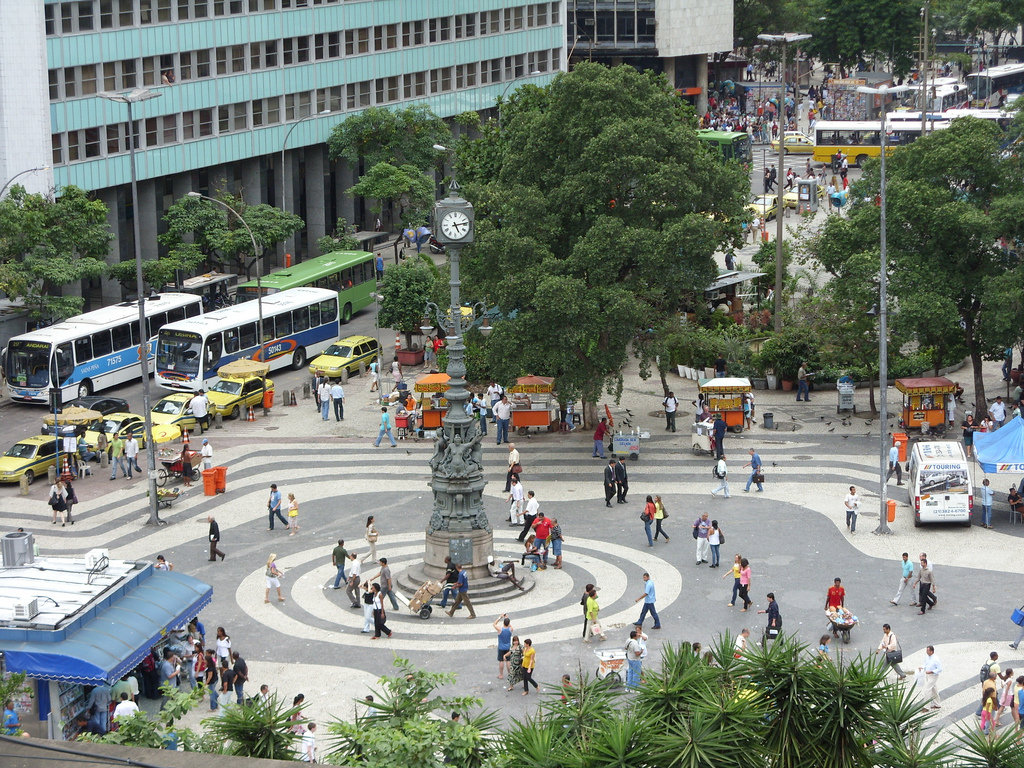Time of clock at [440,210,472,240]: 5:13
